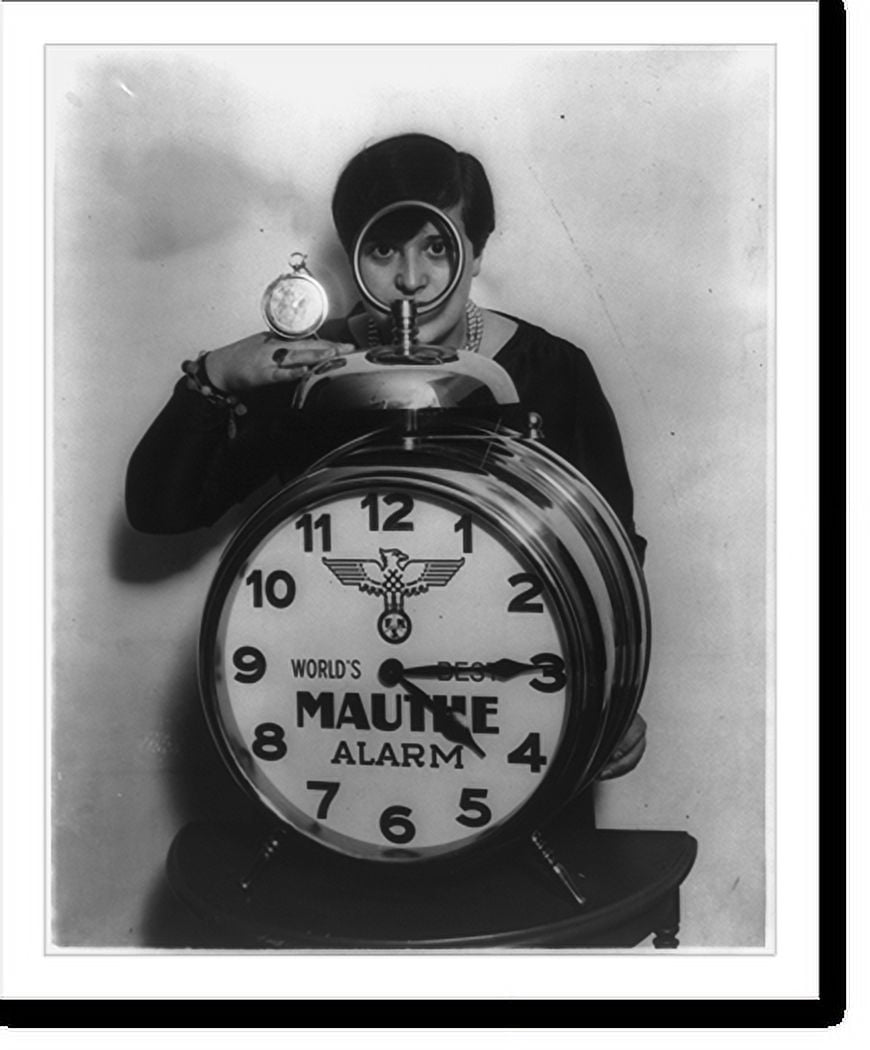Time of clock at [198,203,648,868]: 4:14
